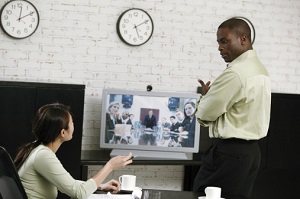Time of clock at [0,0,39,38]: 12:09
